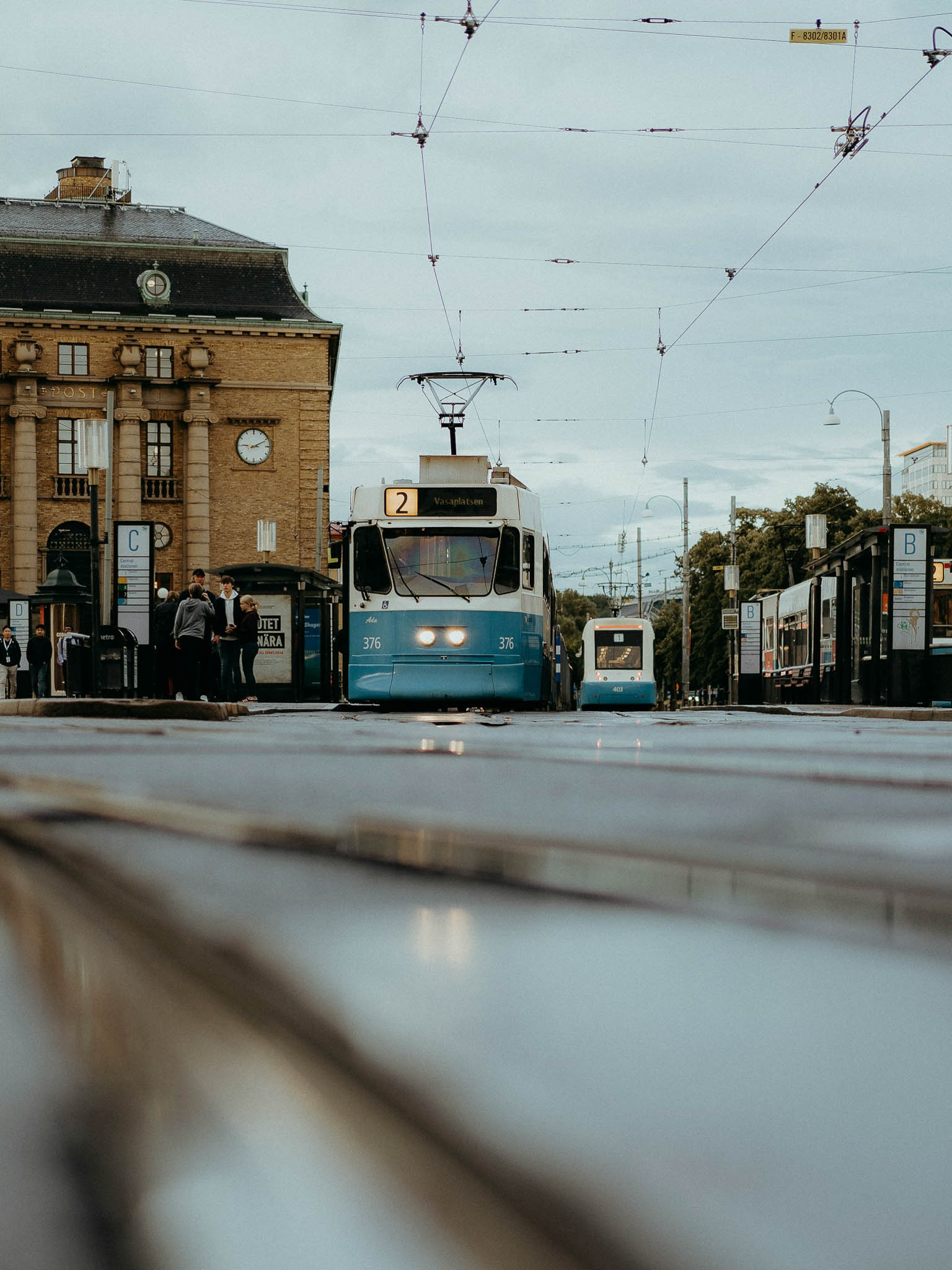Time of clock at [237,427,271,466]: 9:10
